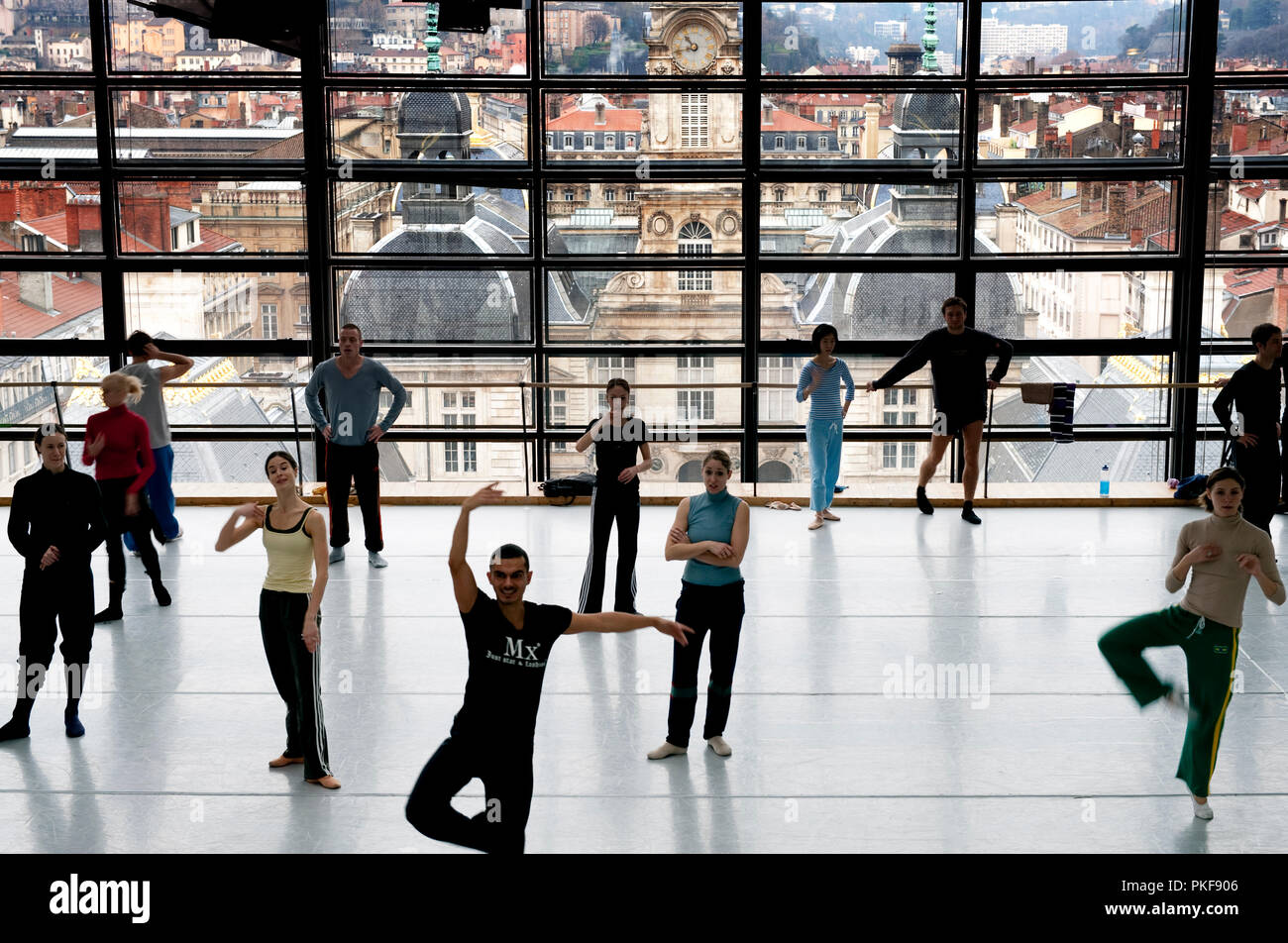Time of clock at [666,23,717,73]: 10:42
